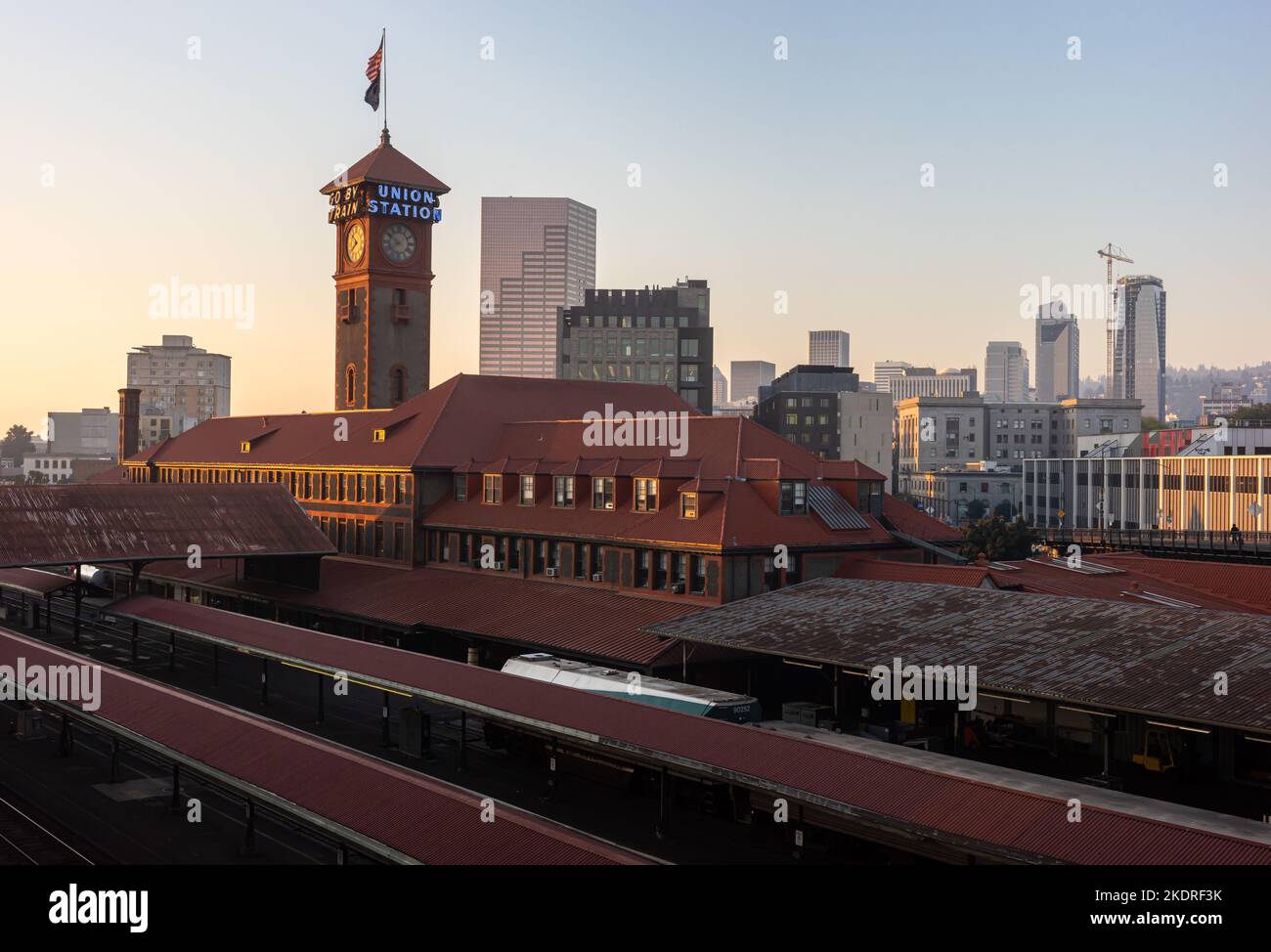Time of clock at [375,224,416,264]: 7:50
